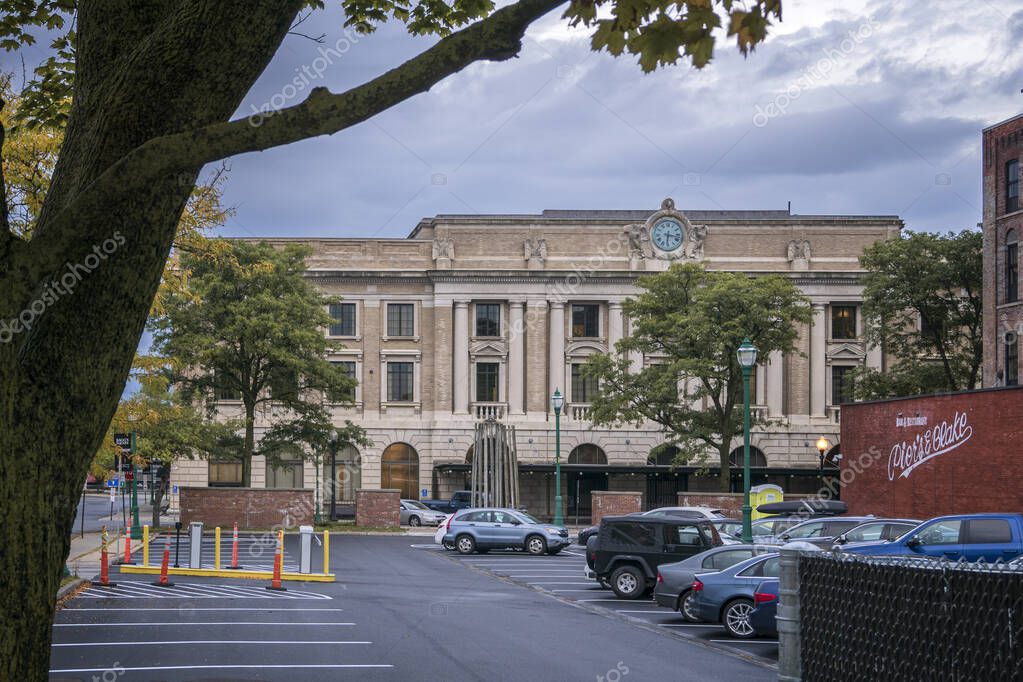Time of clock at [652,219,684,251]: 6:16
